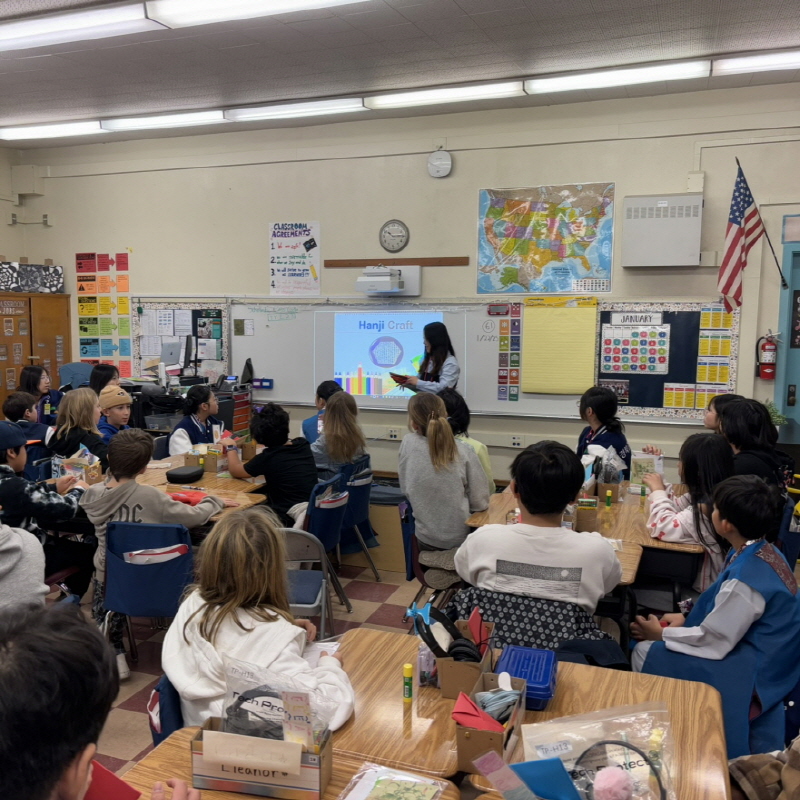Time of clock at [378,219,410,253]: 10:14
